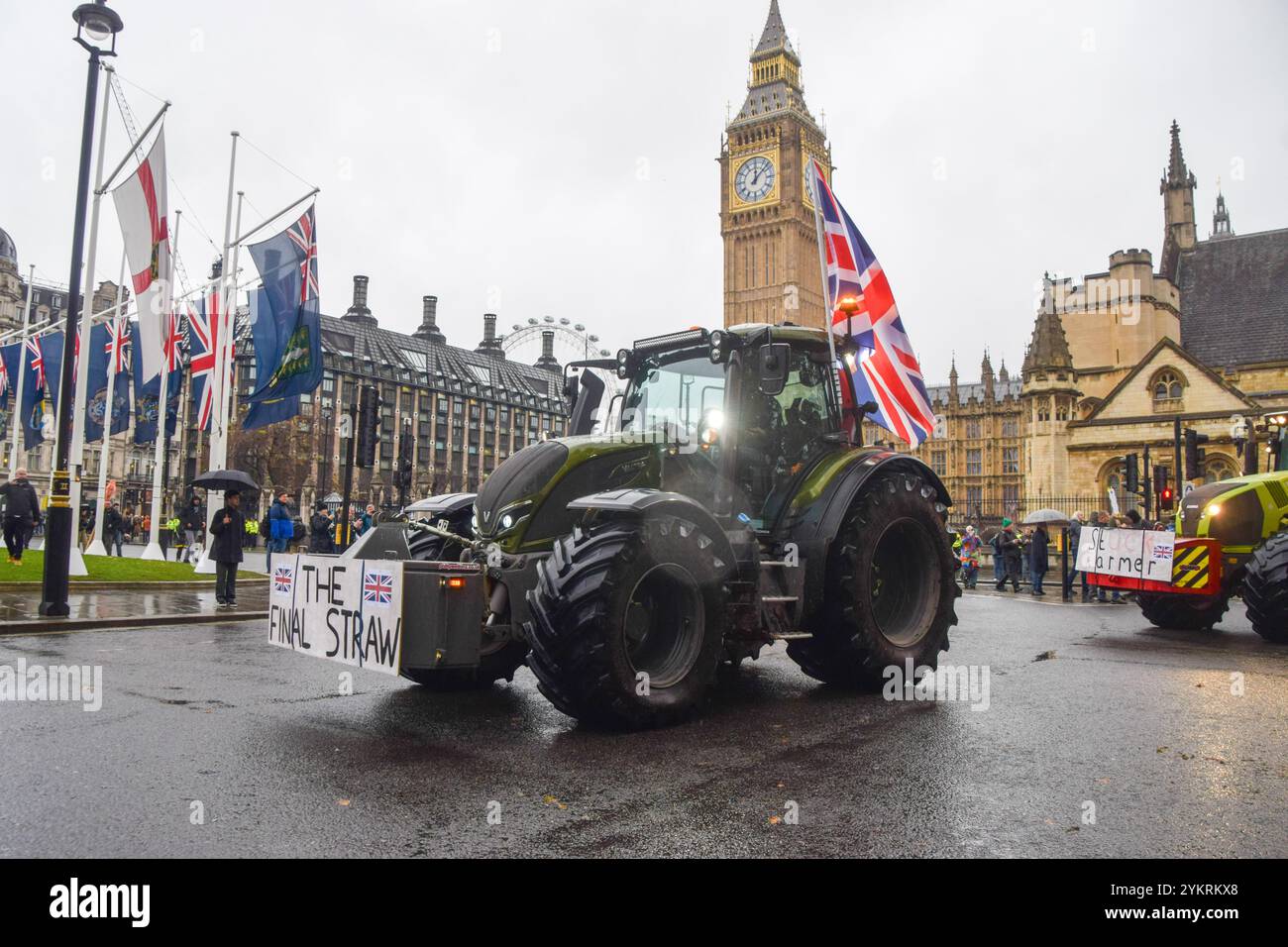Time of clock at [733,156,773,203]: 12:07
